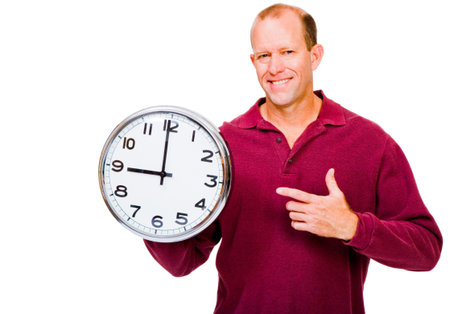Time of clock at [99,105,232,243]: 8:59
